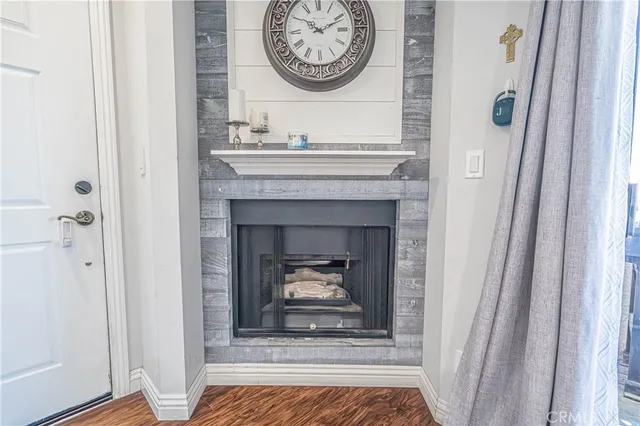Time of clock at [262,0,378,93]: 10:11
